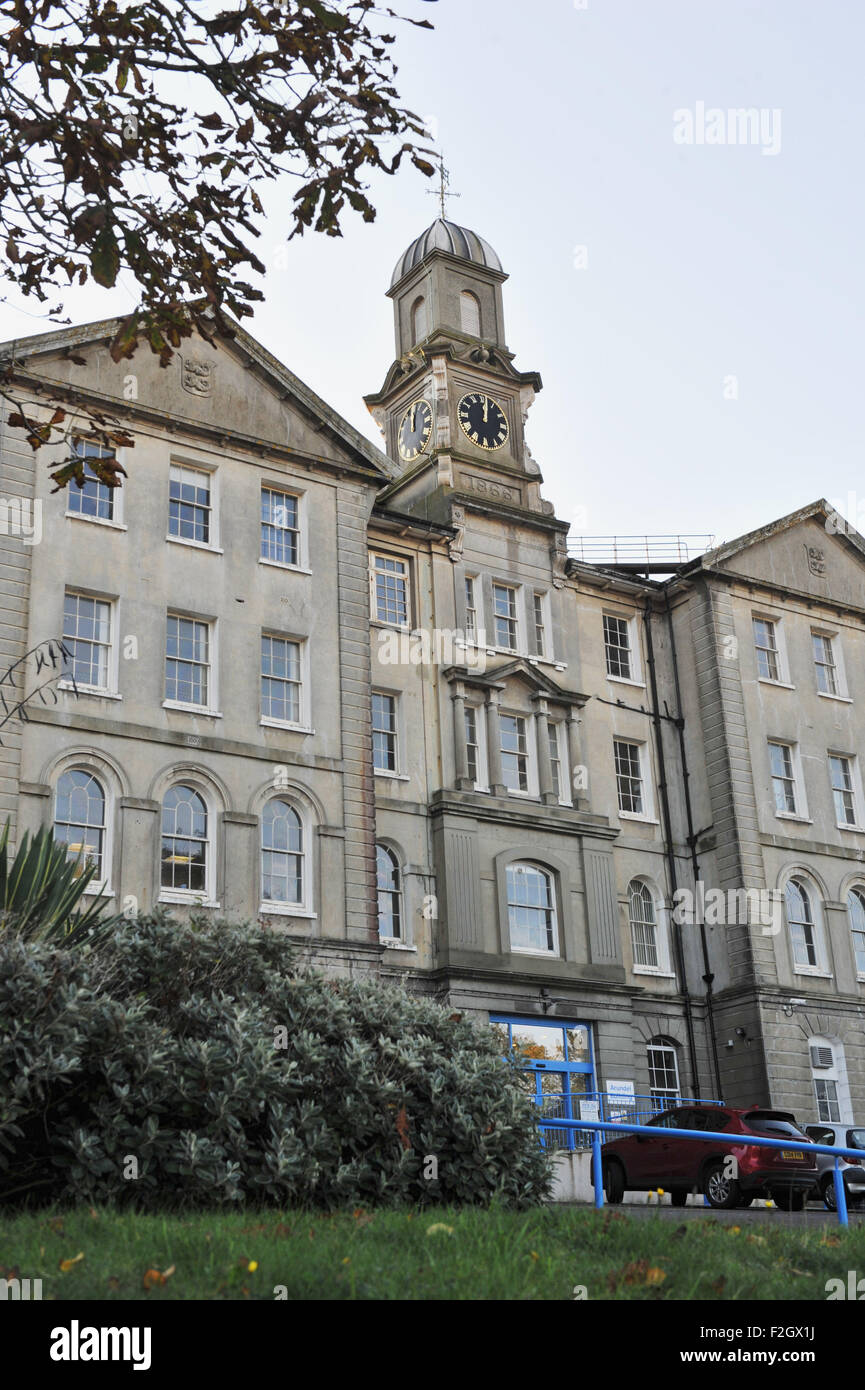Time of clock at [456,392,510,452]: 12:01
